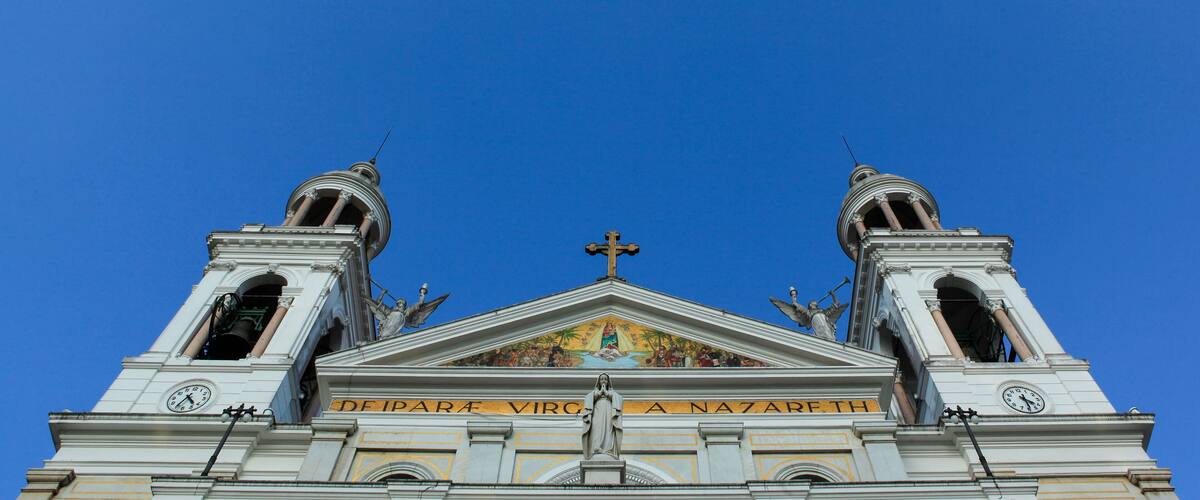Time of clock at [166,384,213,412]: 4:35
